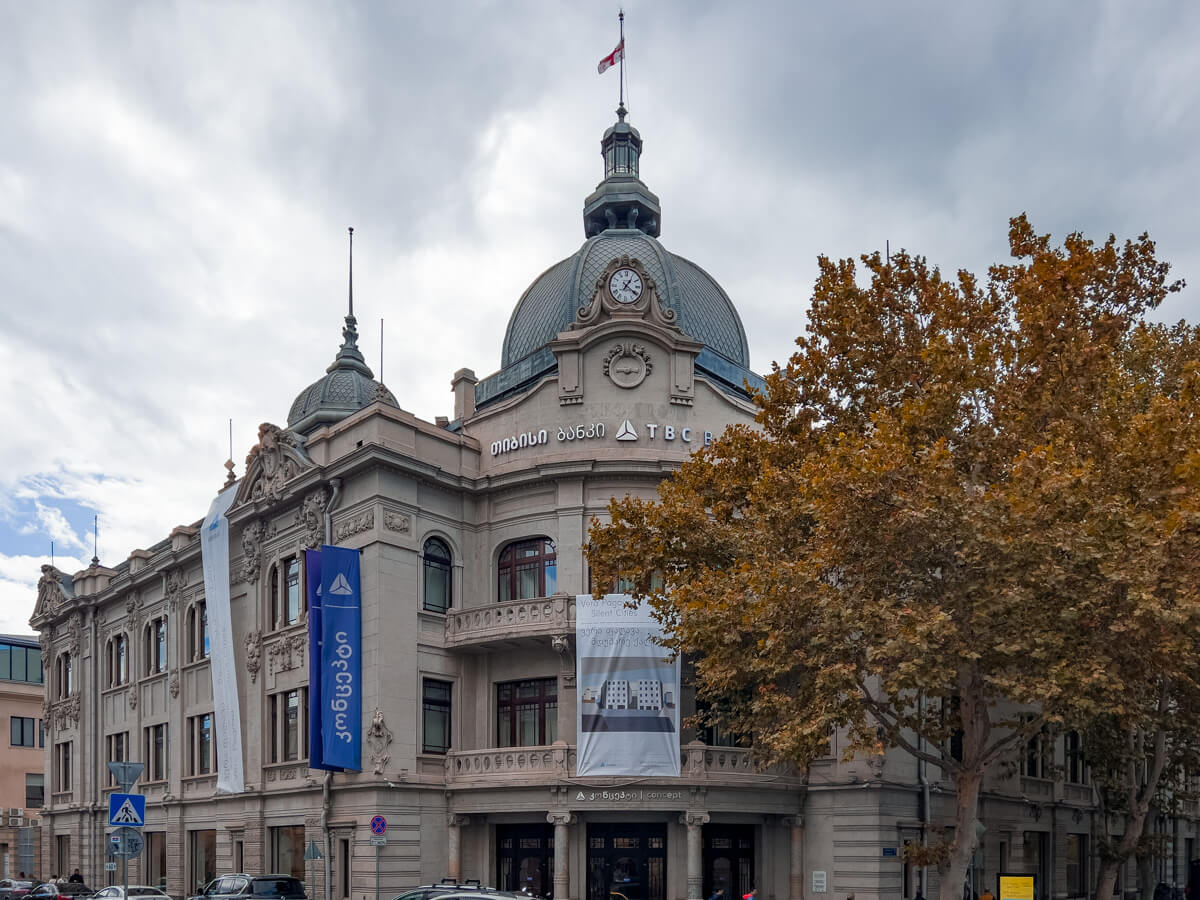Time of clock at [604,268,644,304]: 1:20
